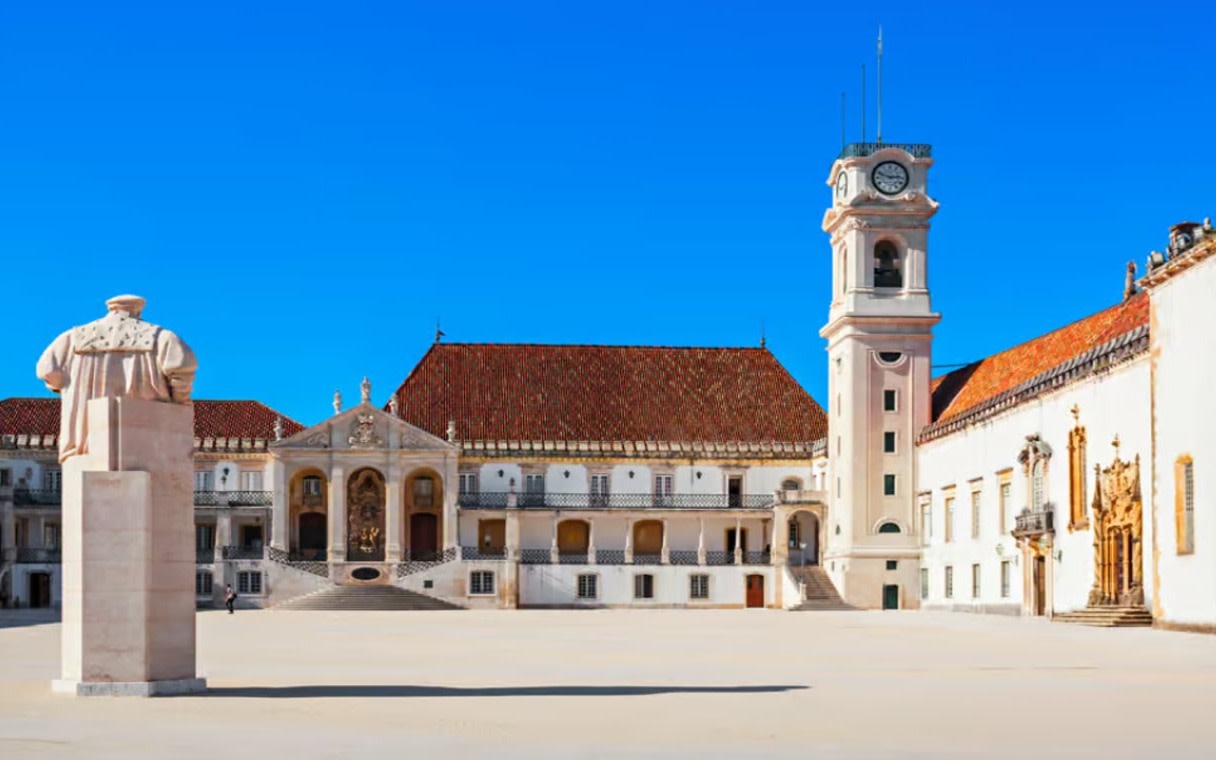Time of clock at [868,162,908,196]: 2:48
